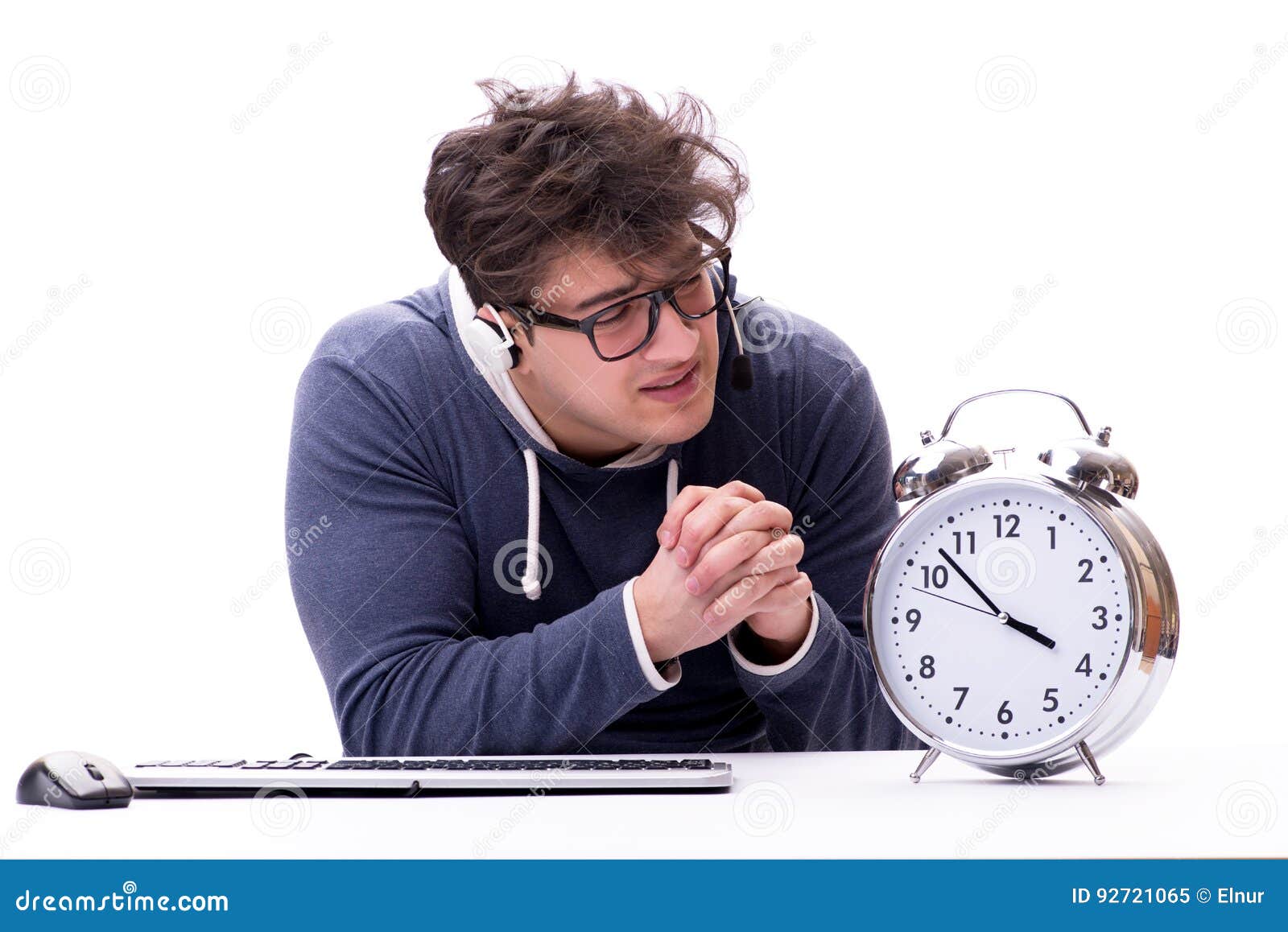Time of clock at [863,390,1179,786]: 3:52
